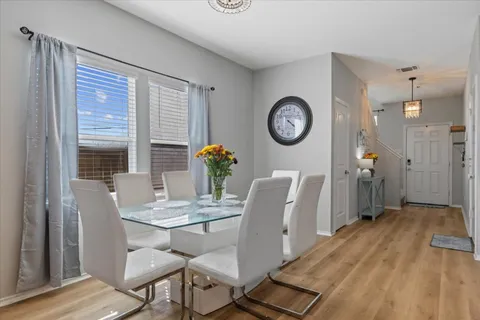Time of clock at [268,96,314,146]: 4:12
